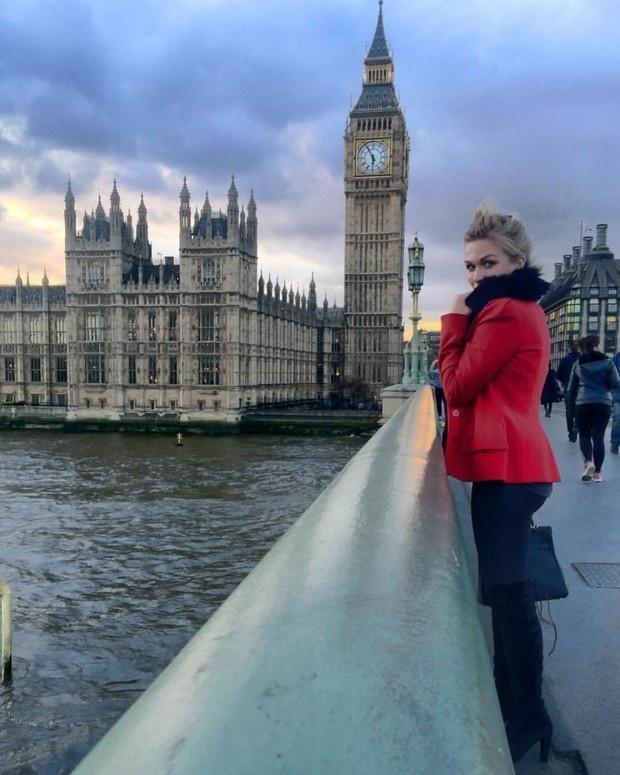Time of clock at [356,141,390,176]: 5:55
